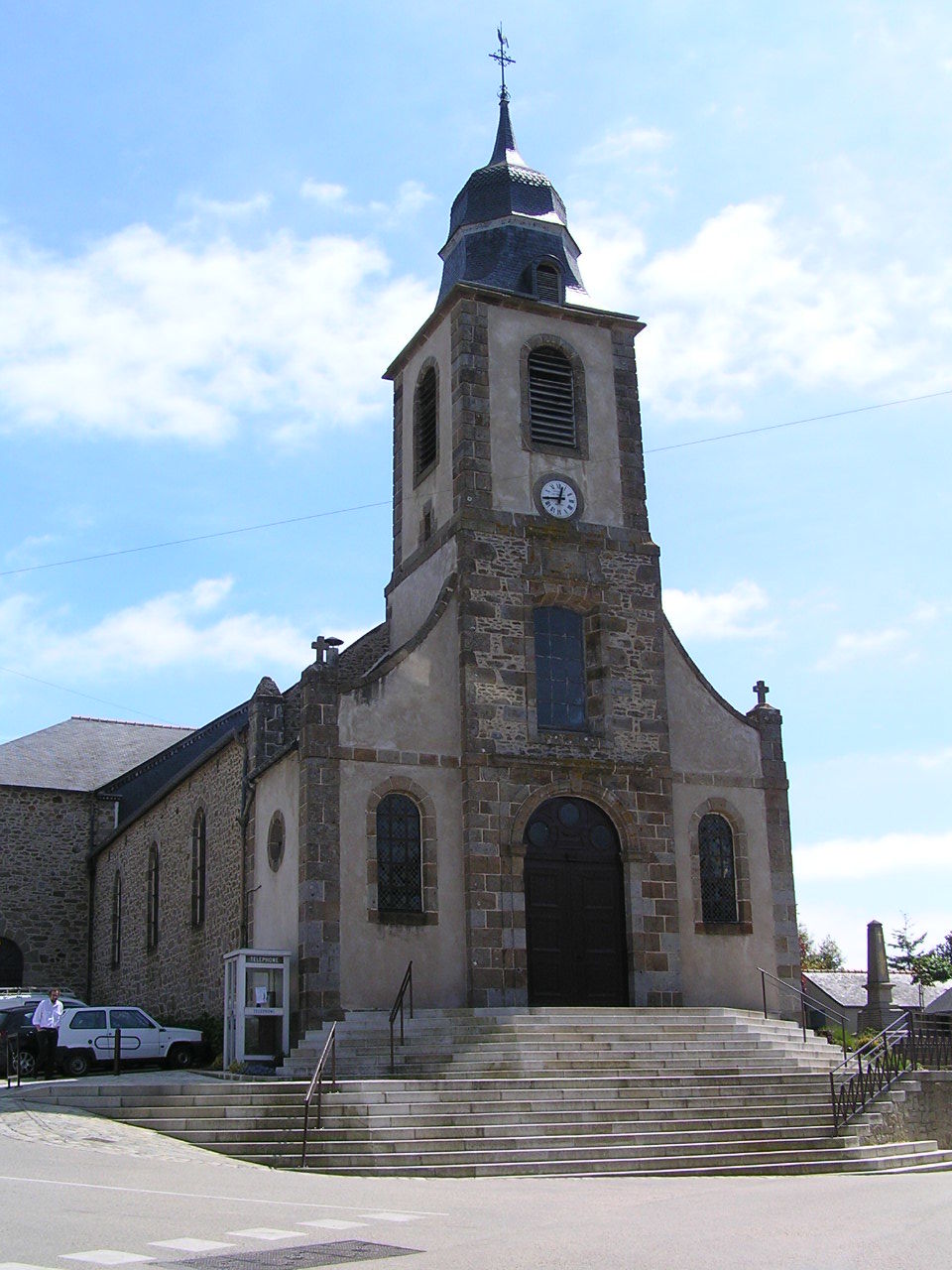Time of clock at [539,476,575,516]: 12:44
